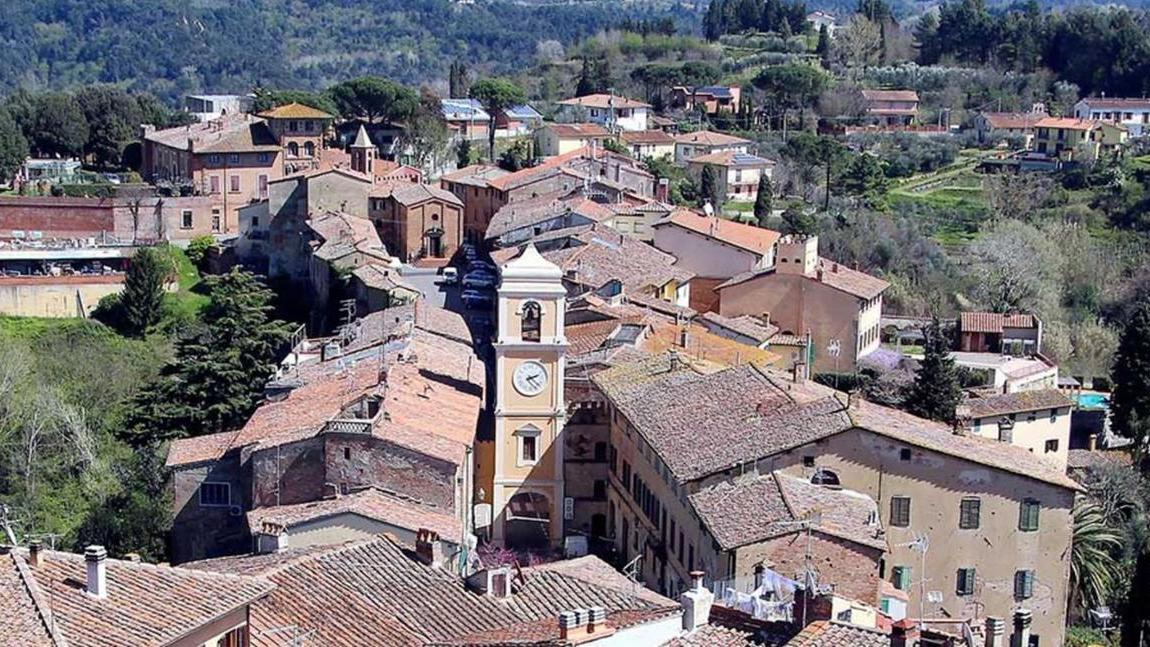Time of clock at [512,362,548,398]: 2:21
